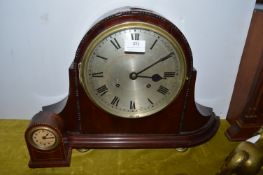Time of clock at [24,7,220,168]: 3:09
